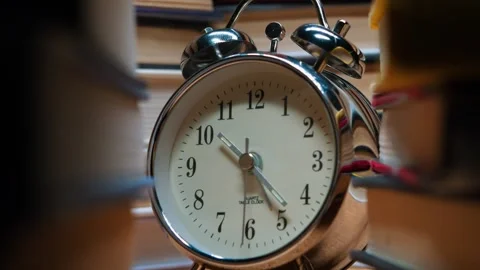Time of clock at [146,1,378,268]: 10:24
